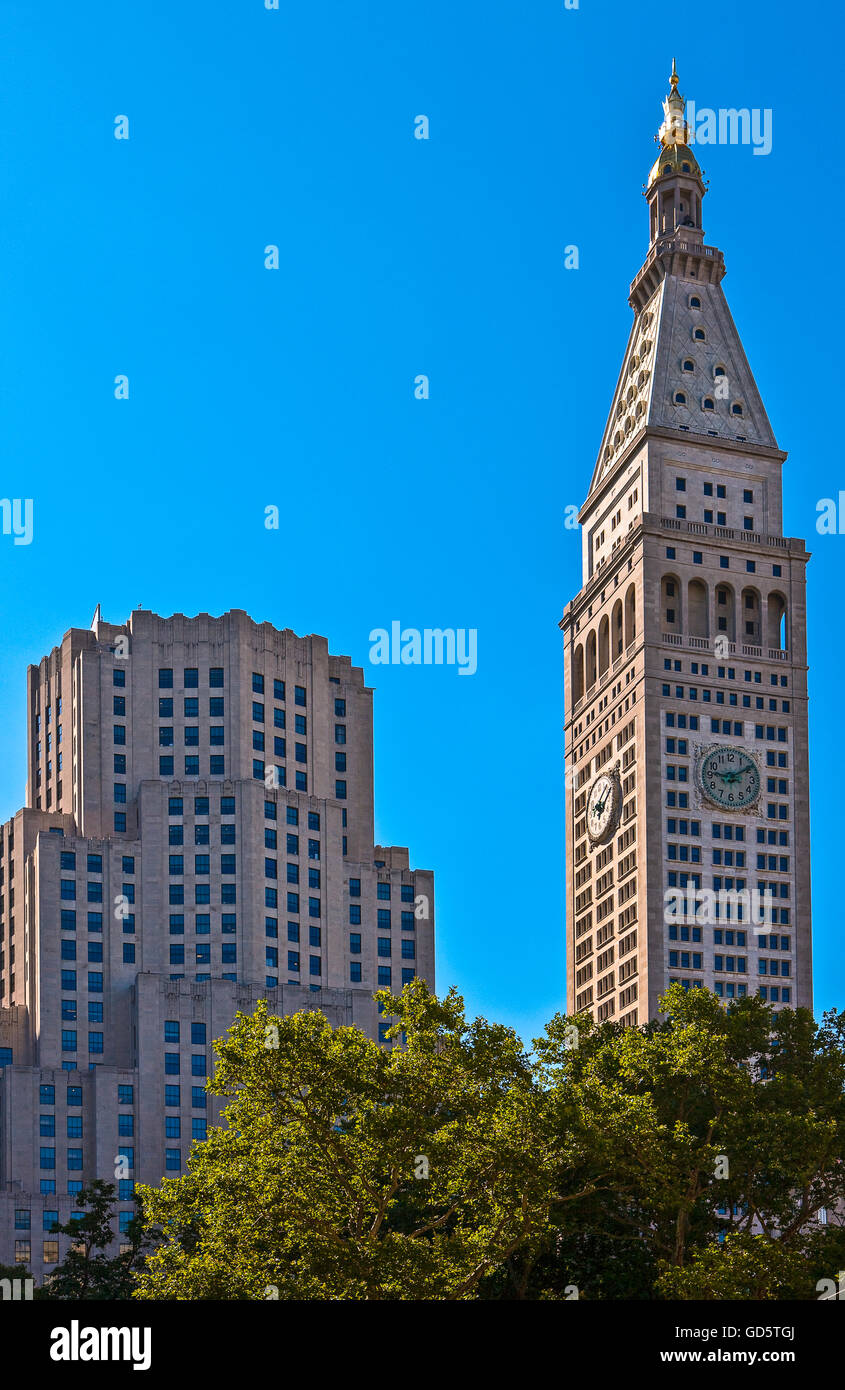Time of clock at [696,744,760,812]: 9:09
